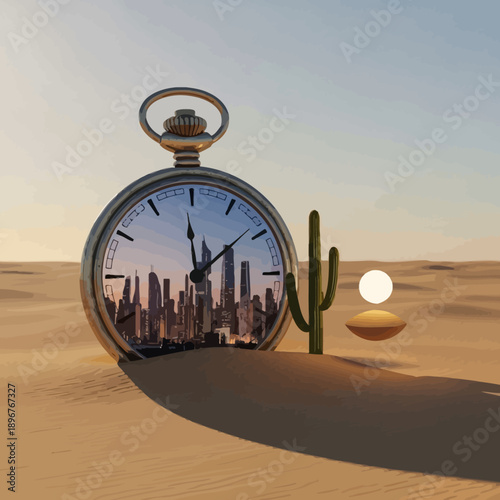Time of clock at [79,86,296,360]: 12:08
